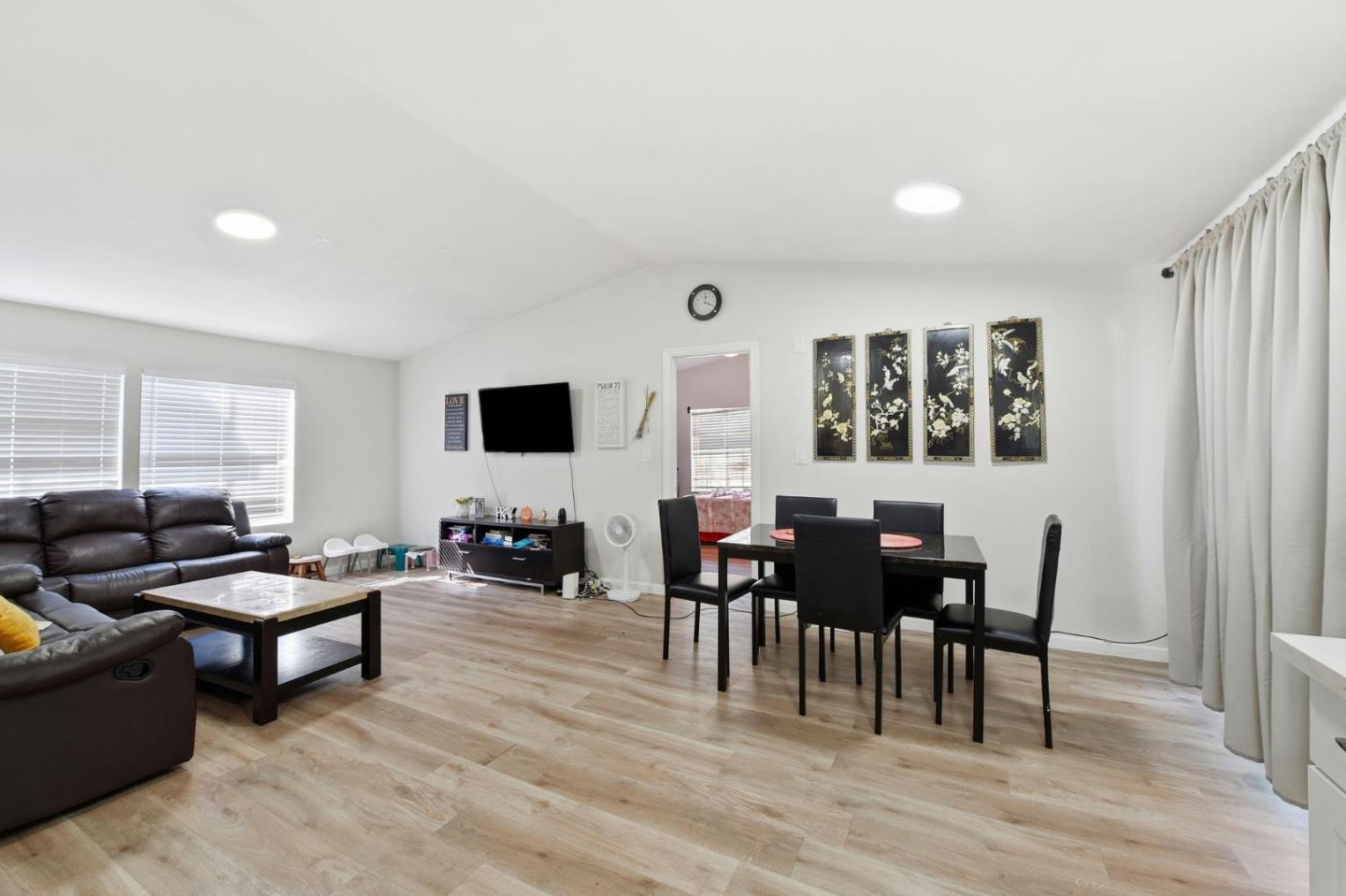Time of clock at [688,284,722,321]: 12:19
